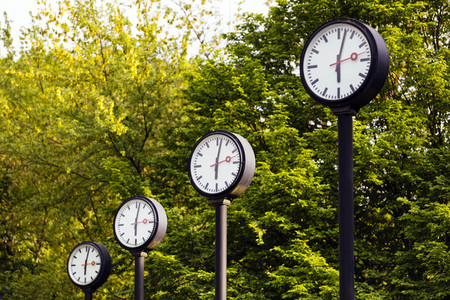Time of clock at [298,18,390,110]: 6:02
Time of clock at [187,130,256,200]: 6:02
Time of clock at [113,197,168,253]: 6:02
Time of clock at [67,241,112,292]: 6:02
